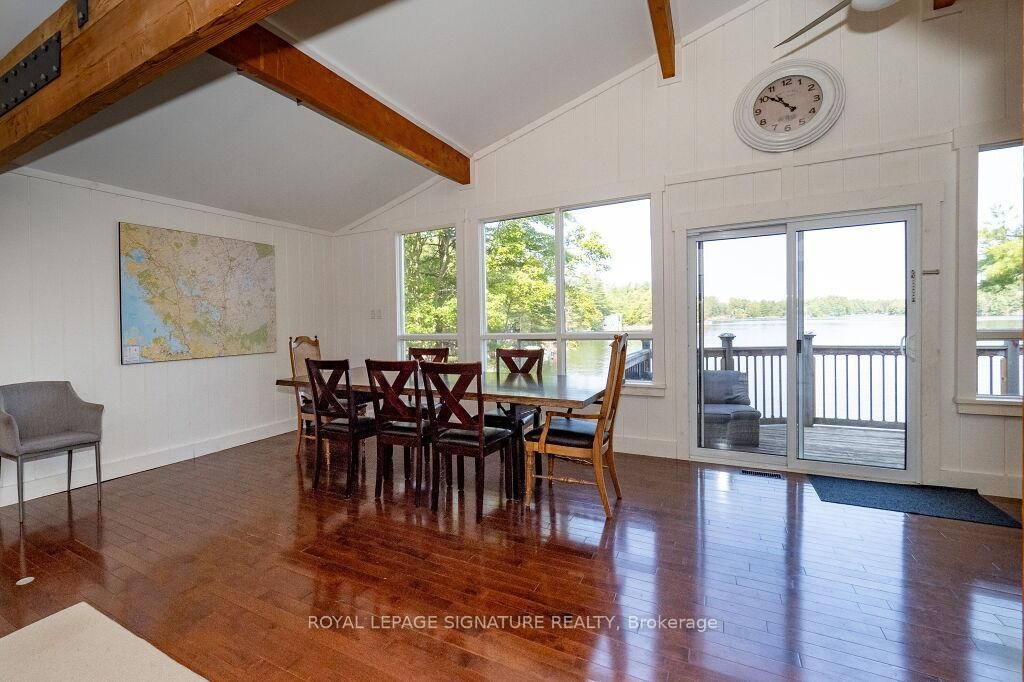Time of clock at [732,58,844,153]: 10:51
